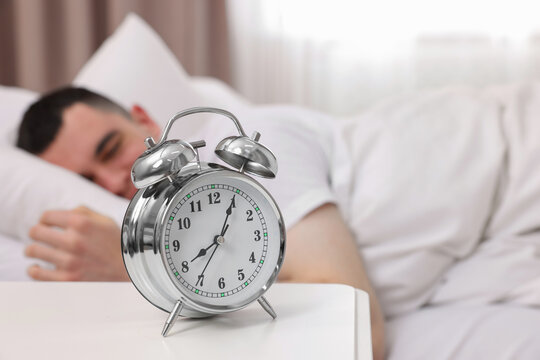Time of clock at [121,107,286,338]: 8:04
